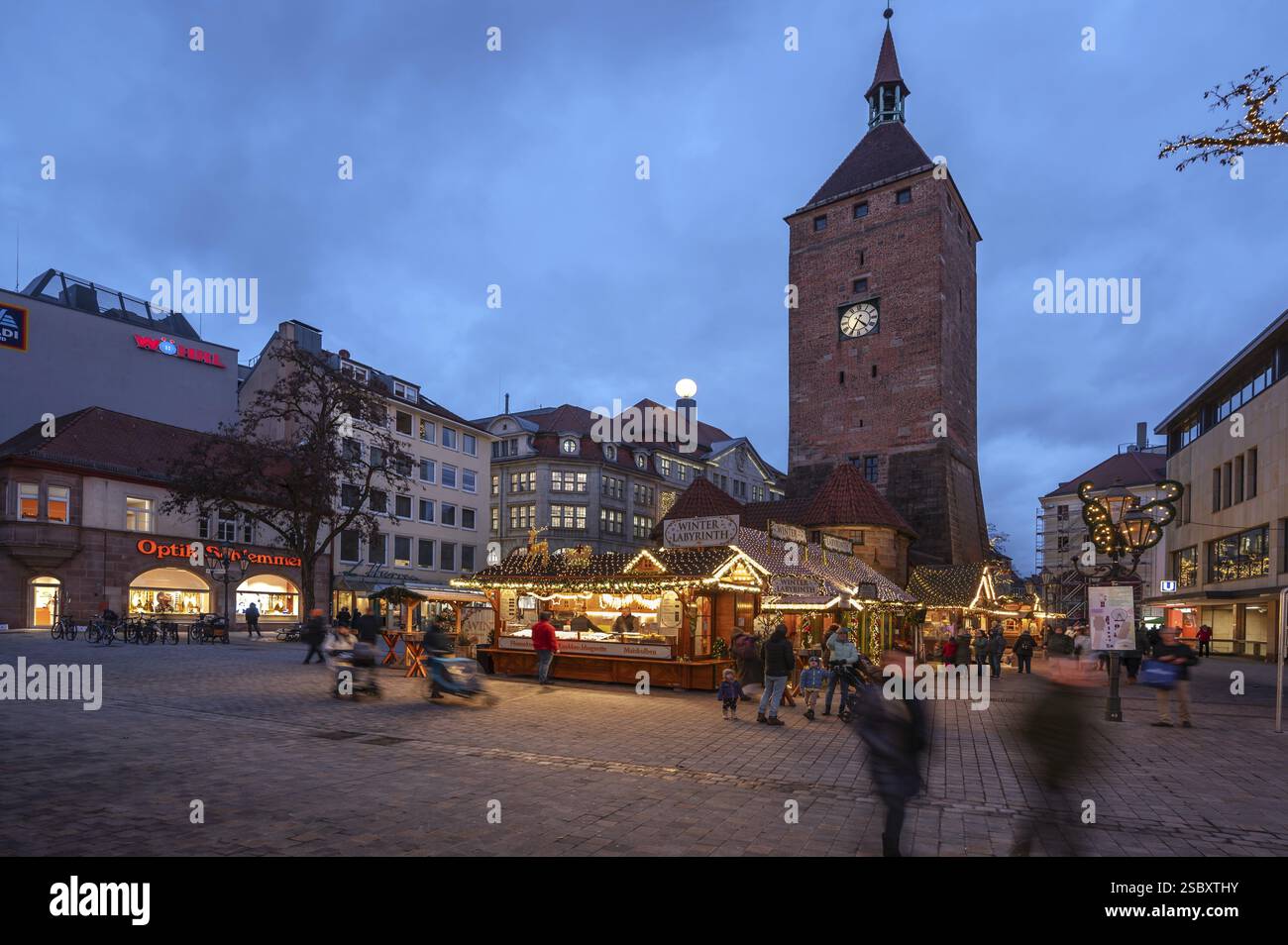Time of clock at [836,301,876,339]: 4:34
